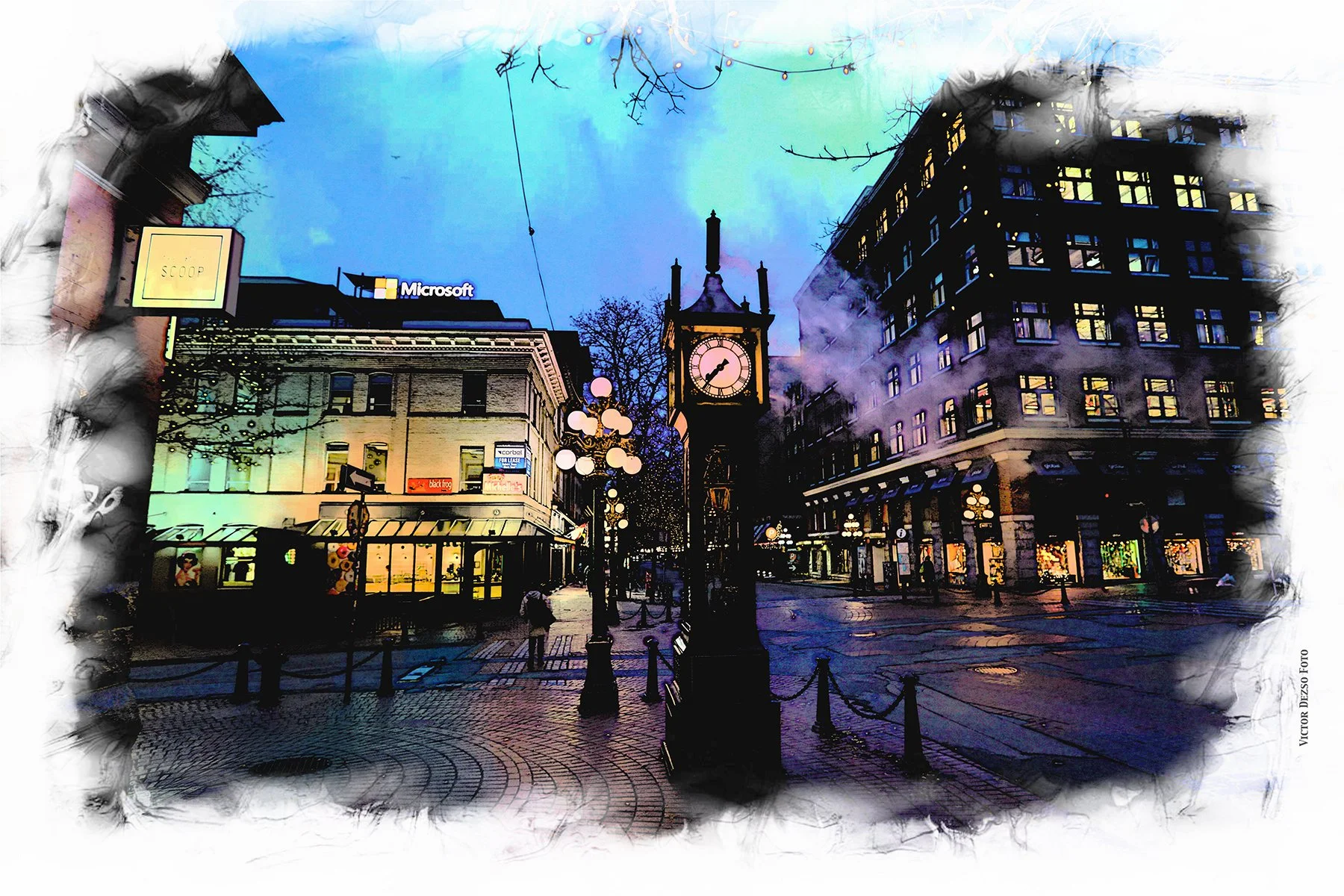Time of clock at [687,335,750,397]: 7:36
